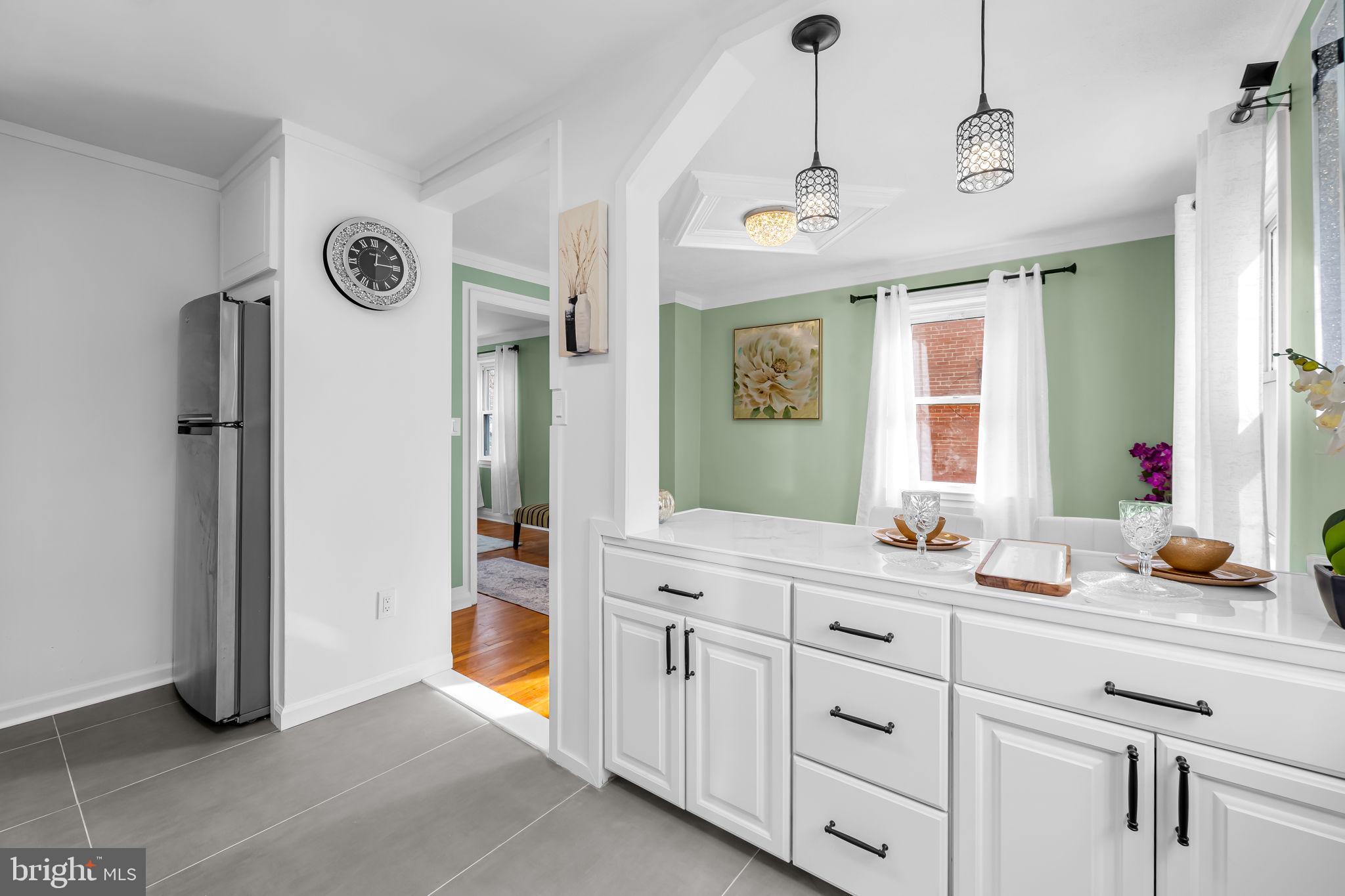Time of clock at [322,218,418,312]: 6:15
